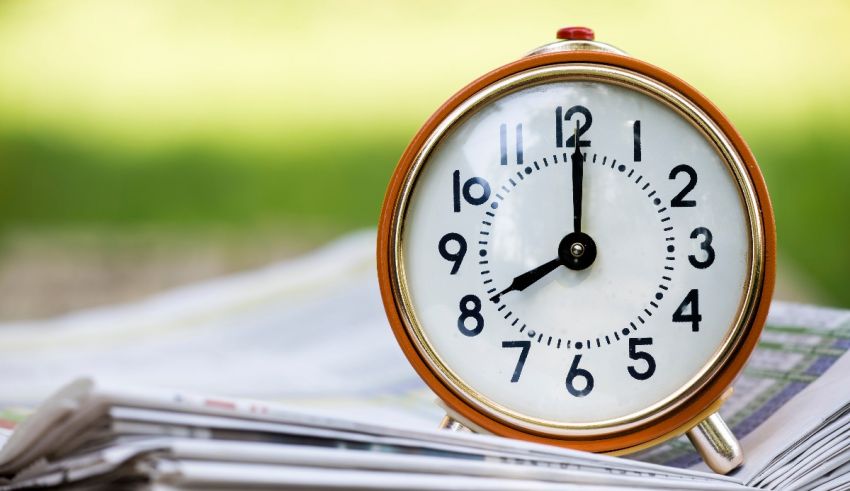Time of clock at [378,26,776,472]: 8:00
